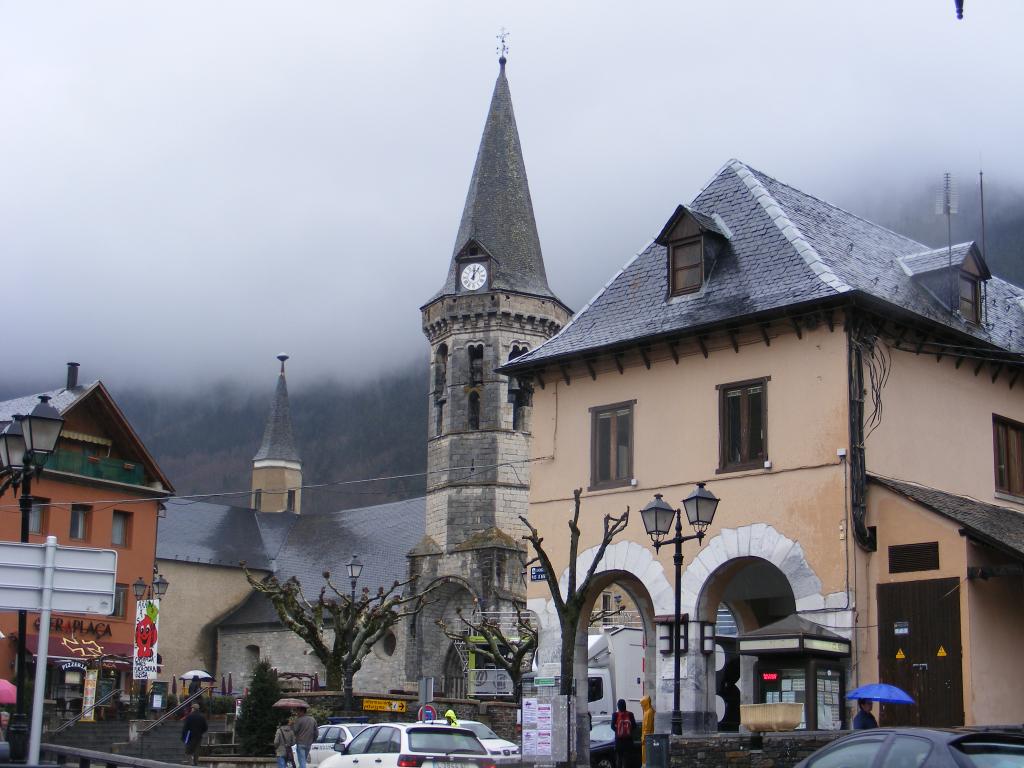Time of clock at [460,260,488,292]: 12:05
